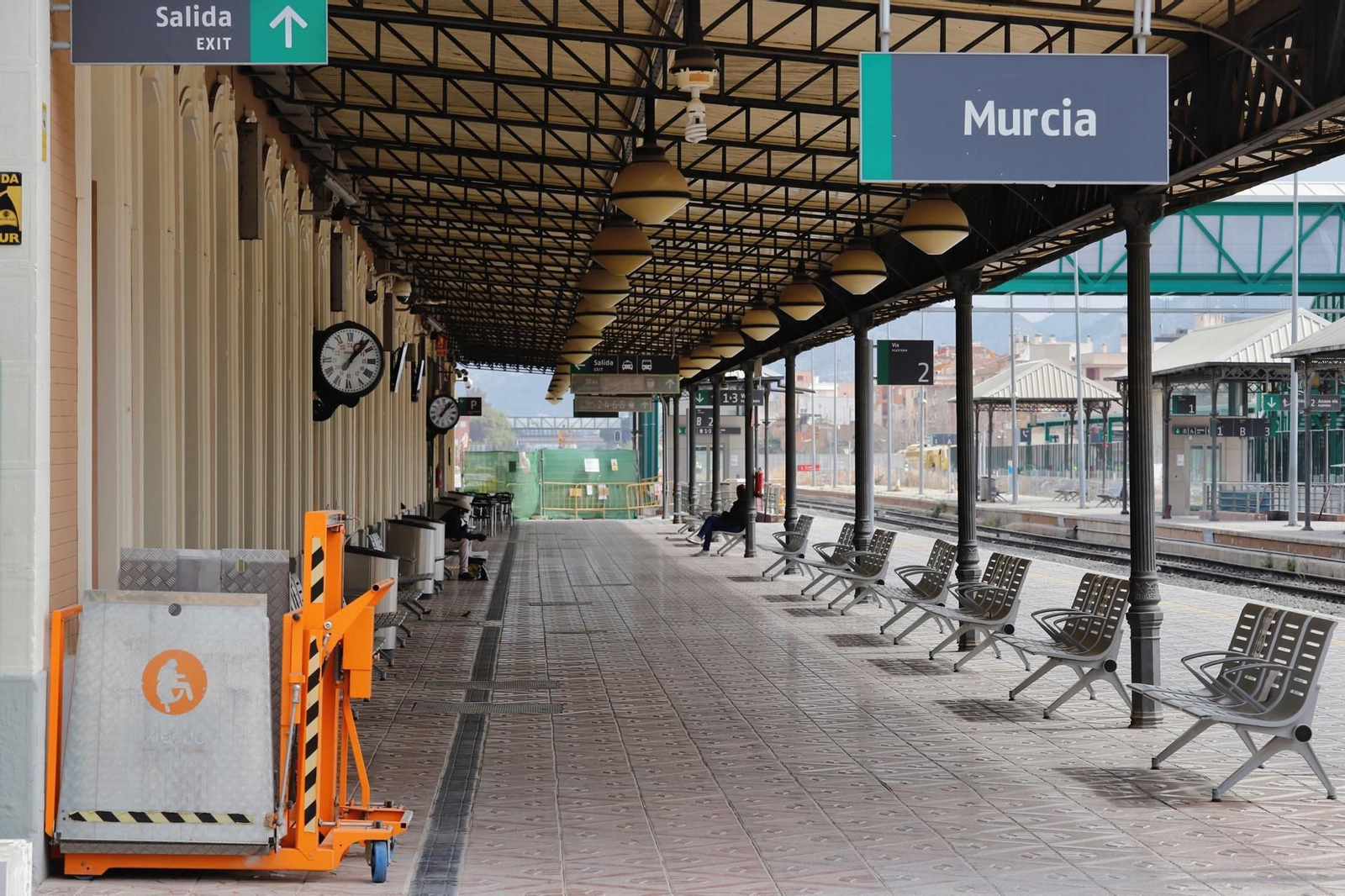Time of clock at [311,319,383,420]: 1:07
